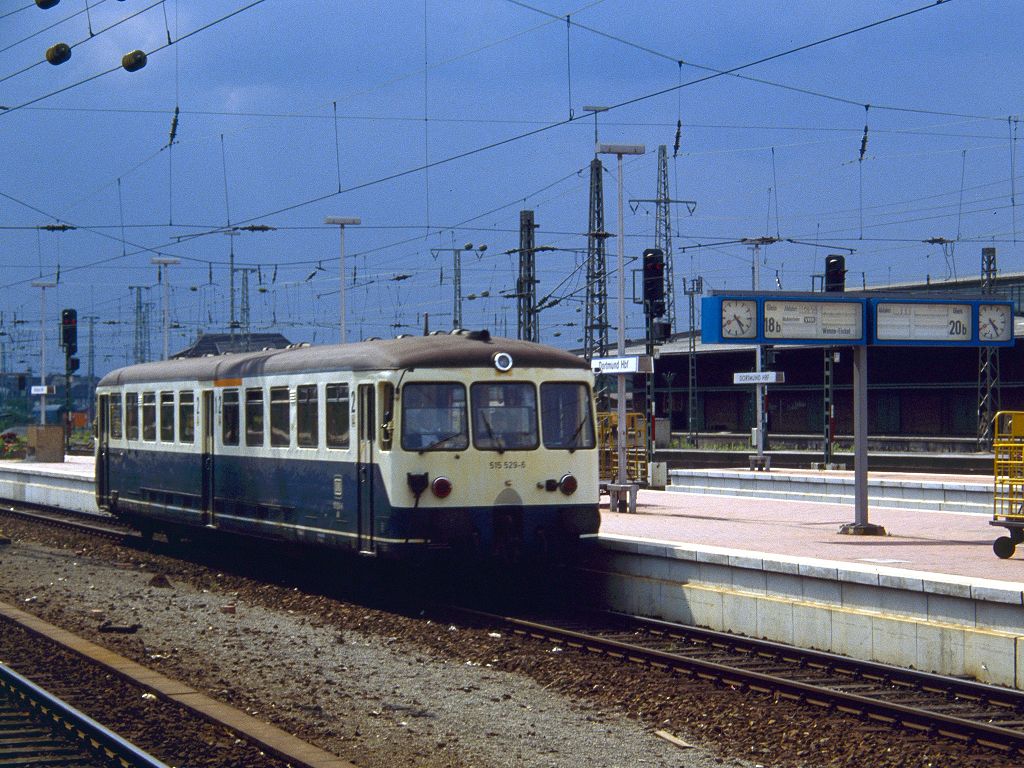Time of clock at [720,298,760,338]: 4:25
